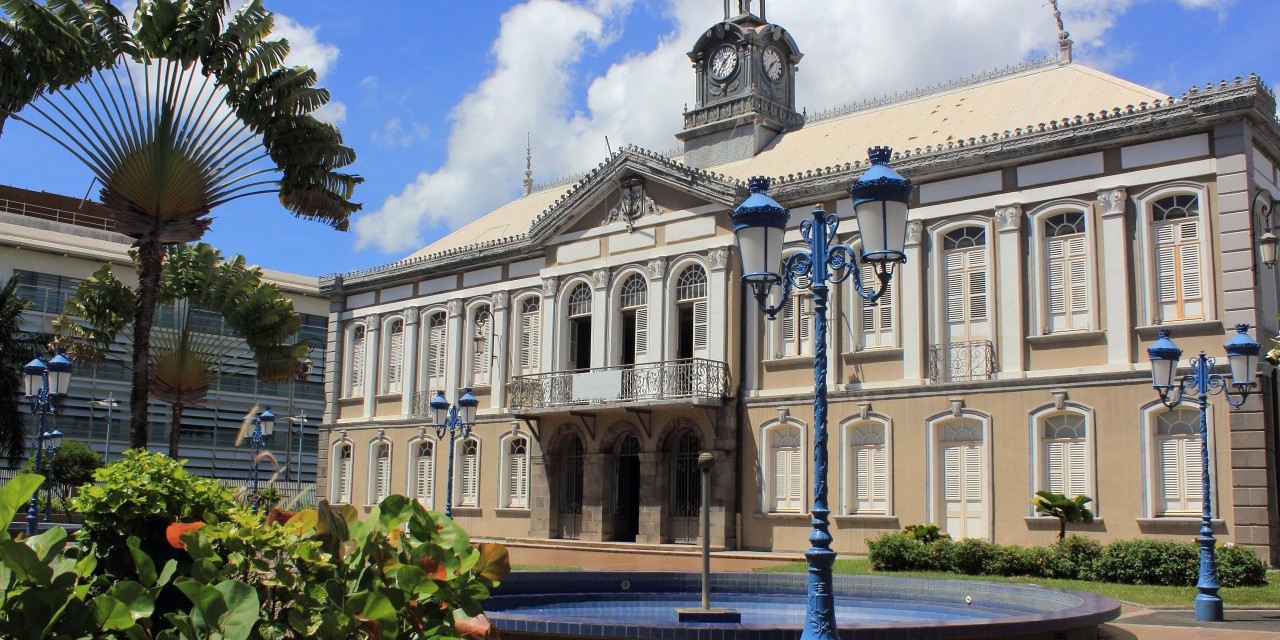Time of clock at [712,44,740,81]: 1:35
